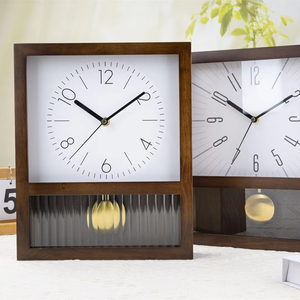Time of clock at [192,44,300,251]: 10:09
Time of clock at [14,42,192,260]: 10:08
